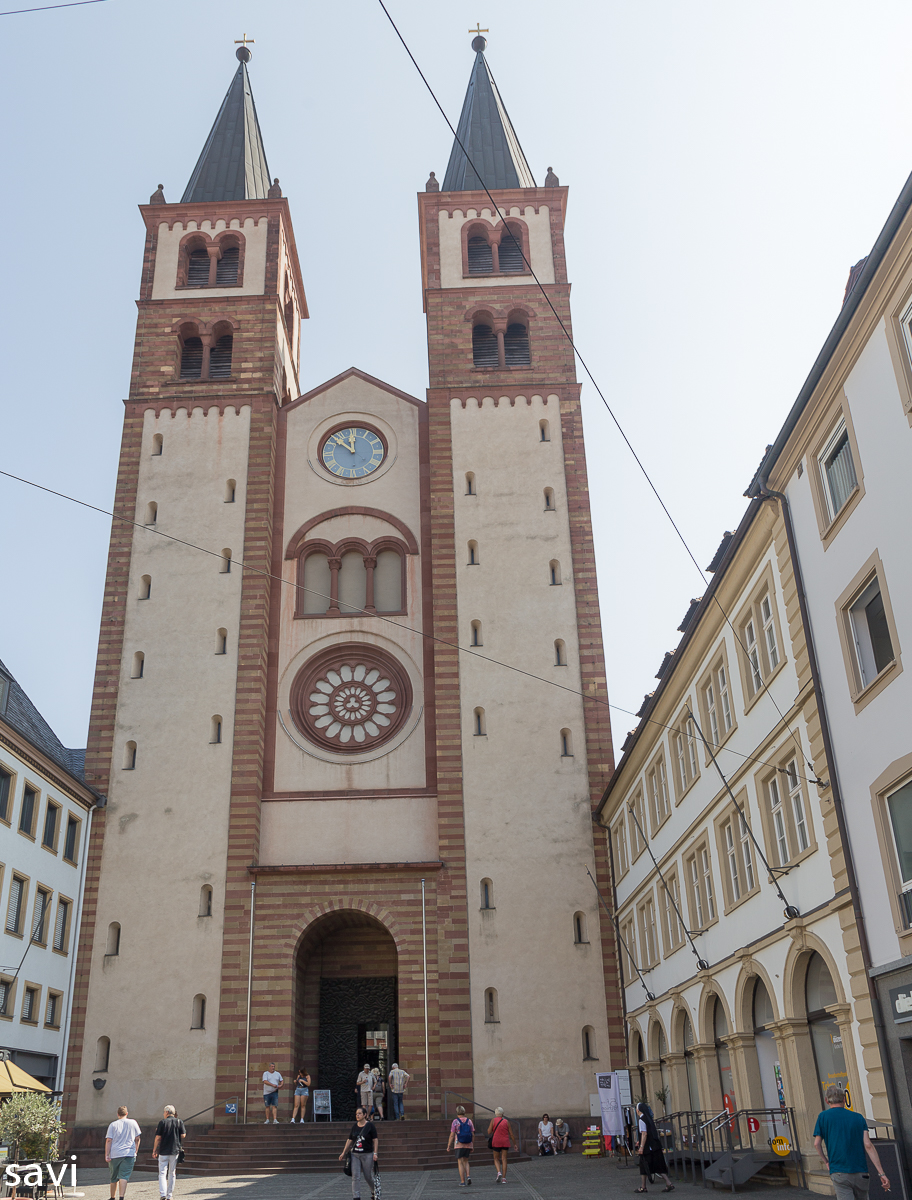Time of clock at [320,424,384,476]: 11:52
